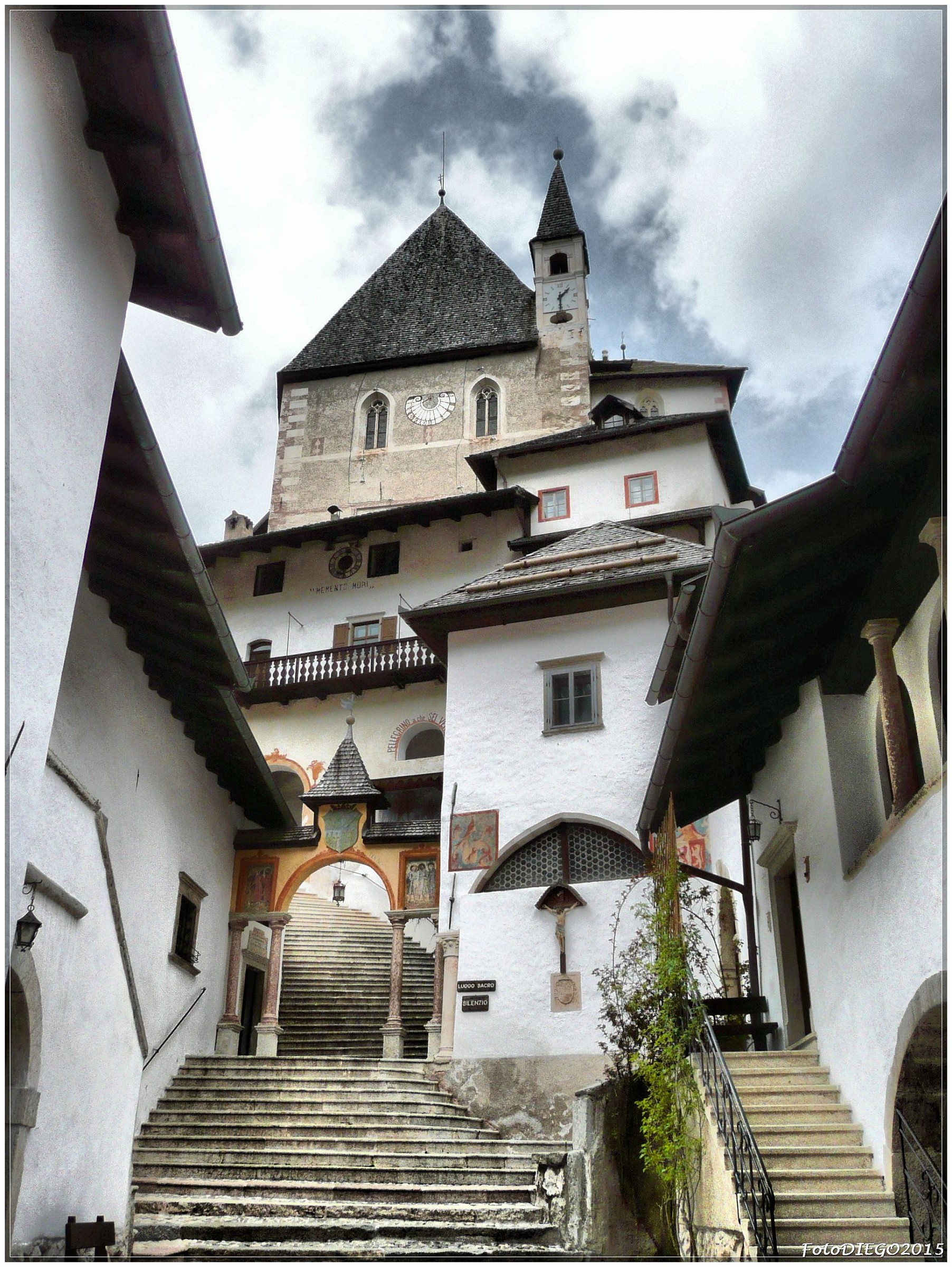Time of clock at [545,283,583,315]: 1:30
